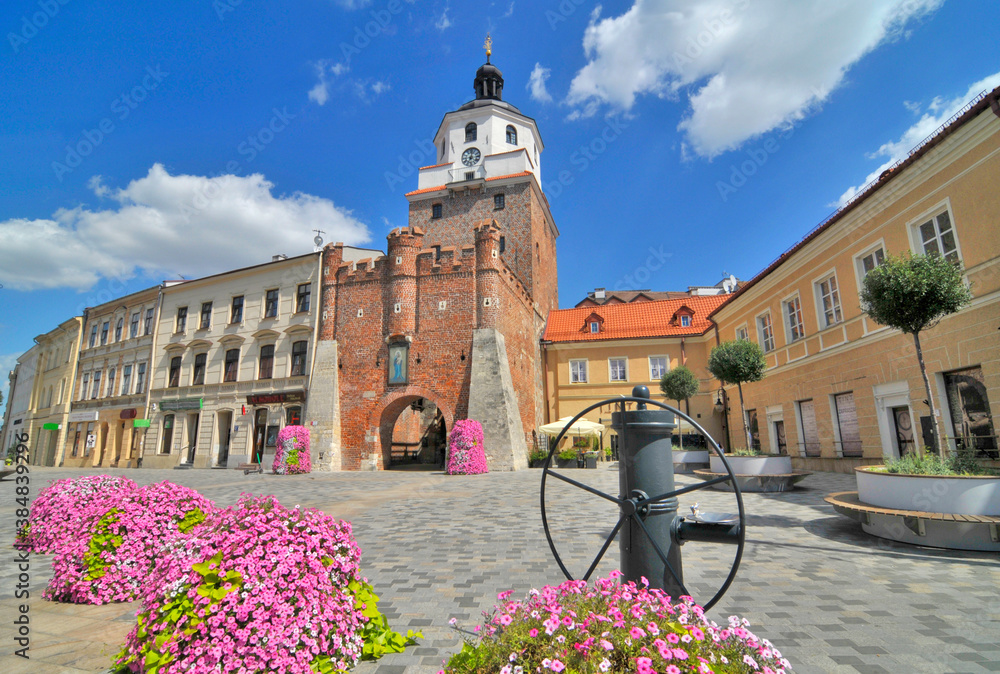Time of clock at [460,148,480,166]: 7:01
